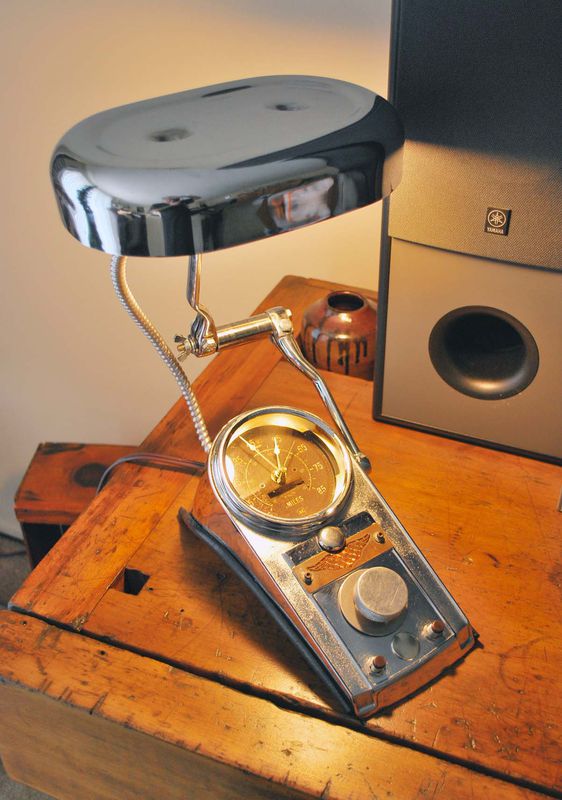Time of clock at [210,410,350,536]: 11:51
